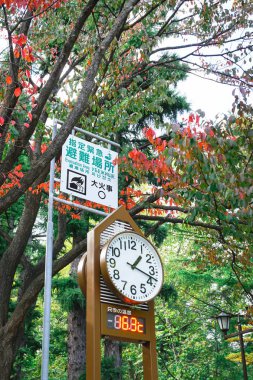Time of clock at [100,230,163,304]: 1:18
